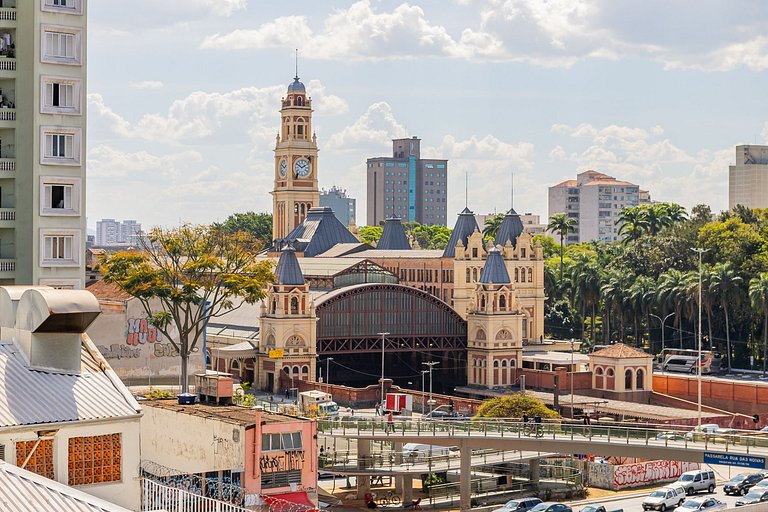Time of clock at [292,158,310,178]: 1:50
